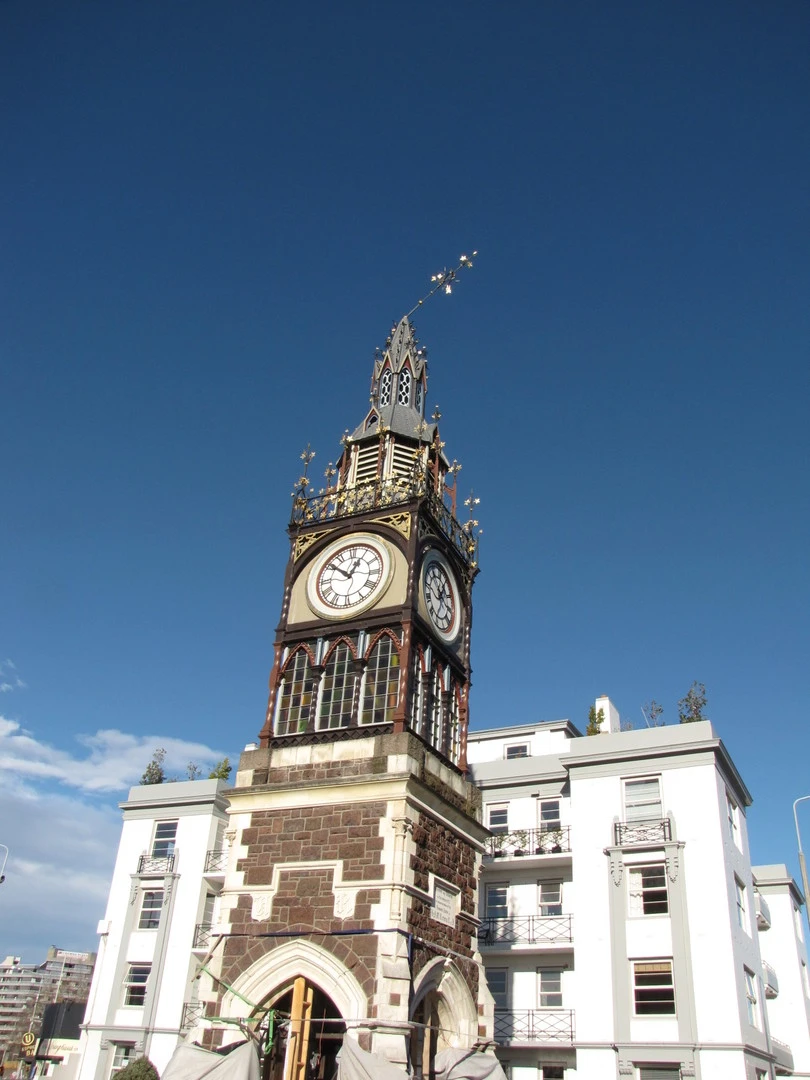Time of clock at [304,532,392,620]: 12:51
